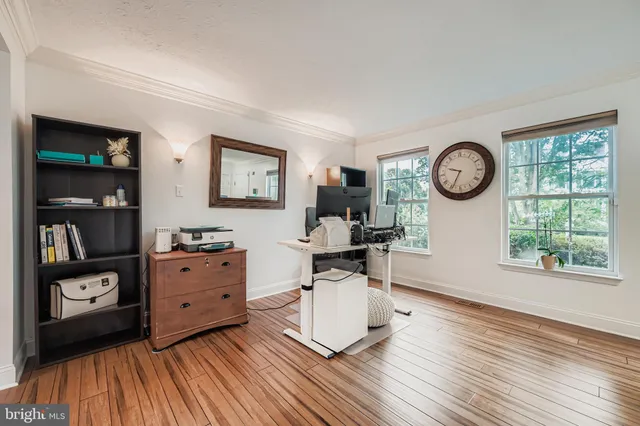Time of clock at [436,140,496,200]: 9:34
